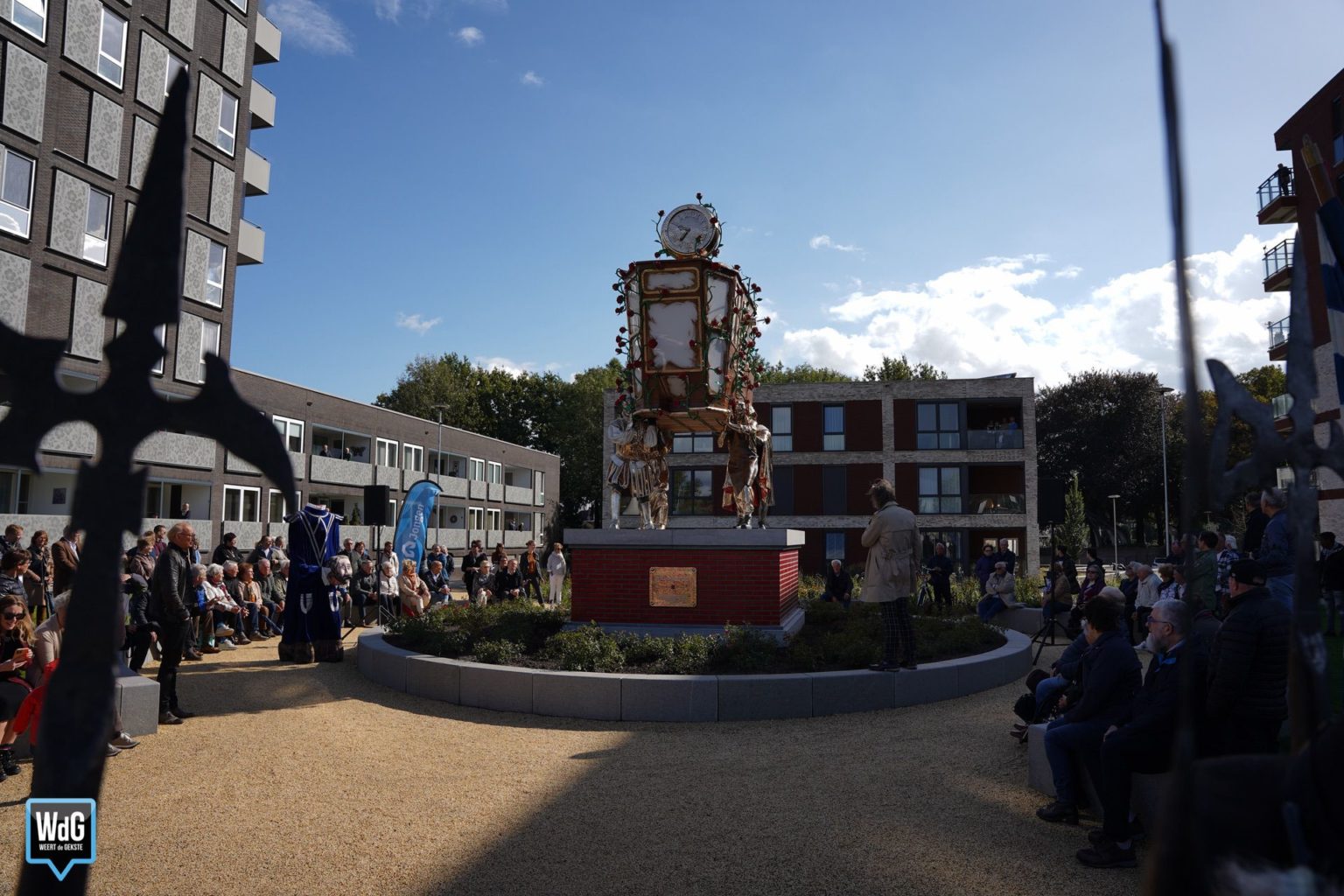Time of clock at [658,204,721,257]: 6:49
